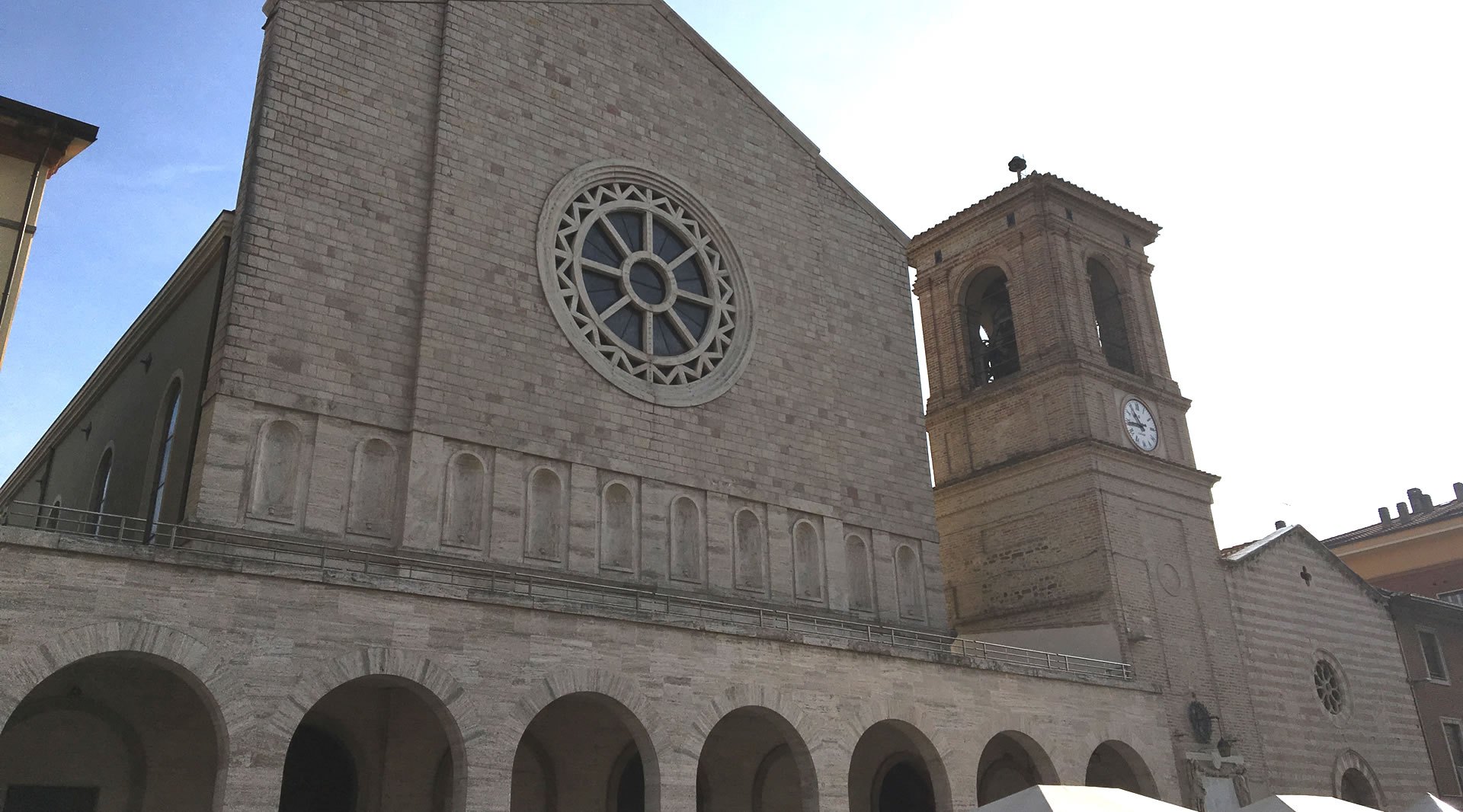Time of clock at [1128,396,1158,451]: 10:43
